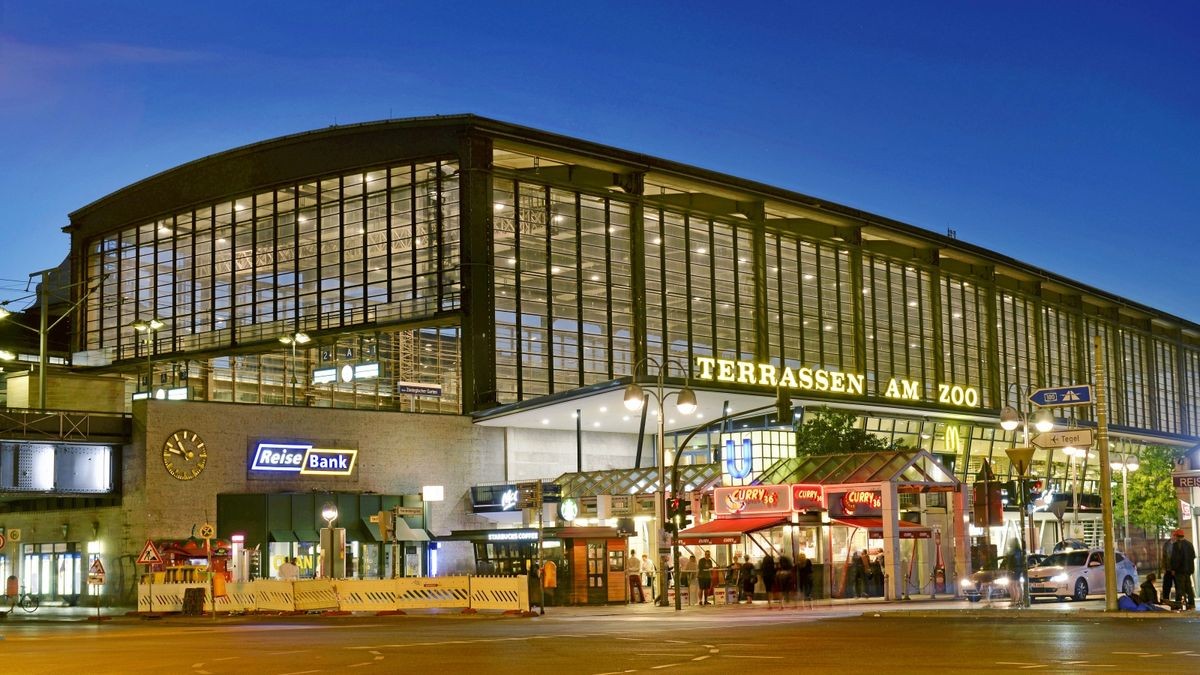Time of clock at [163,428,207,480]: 10:47
